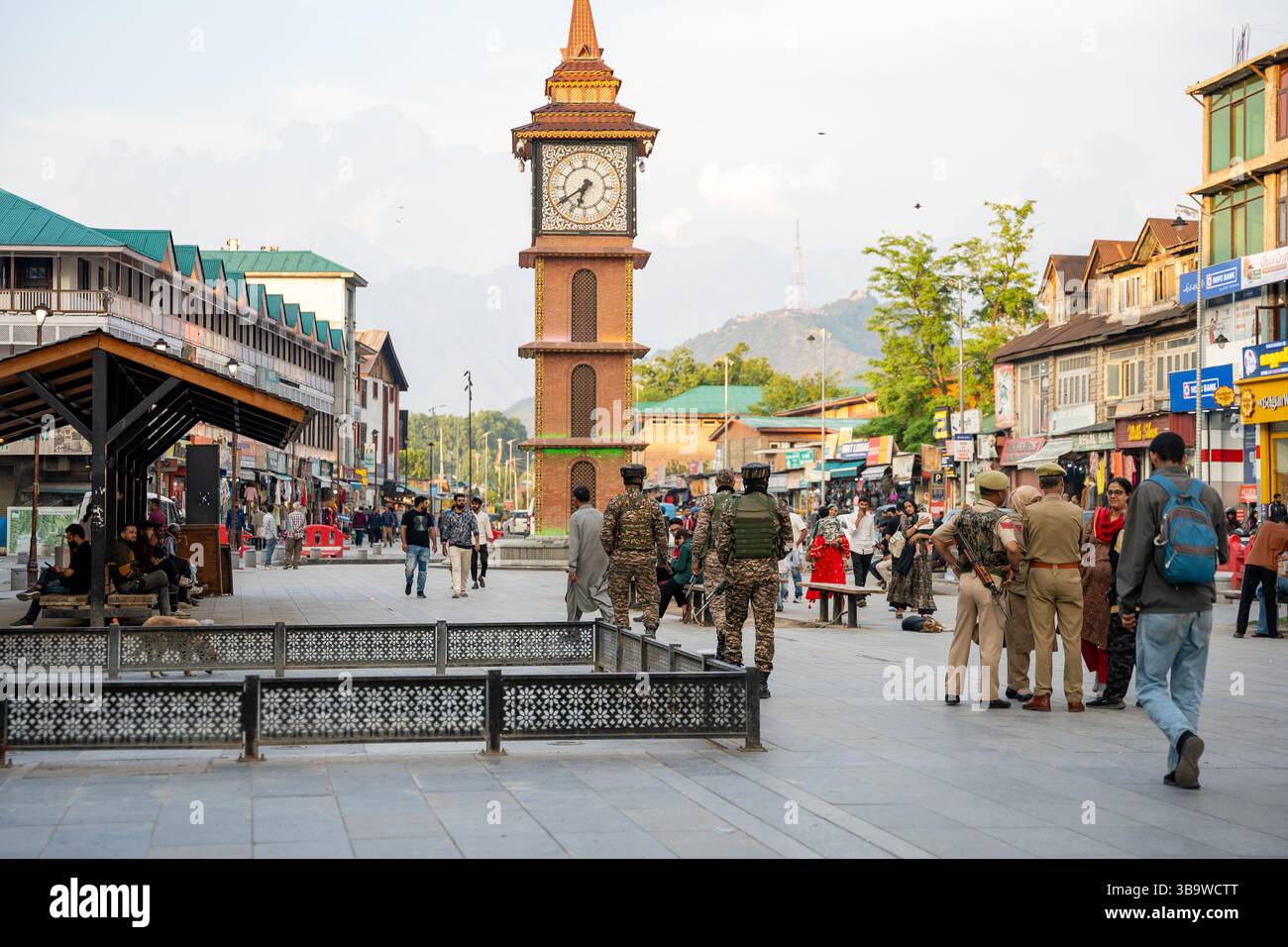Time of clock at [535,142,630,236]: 6:39
